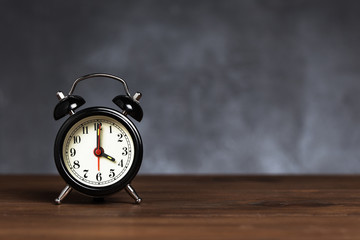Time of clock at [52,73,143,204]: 4:00
